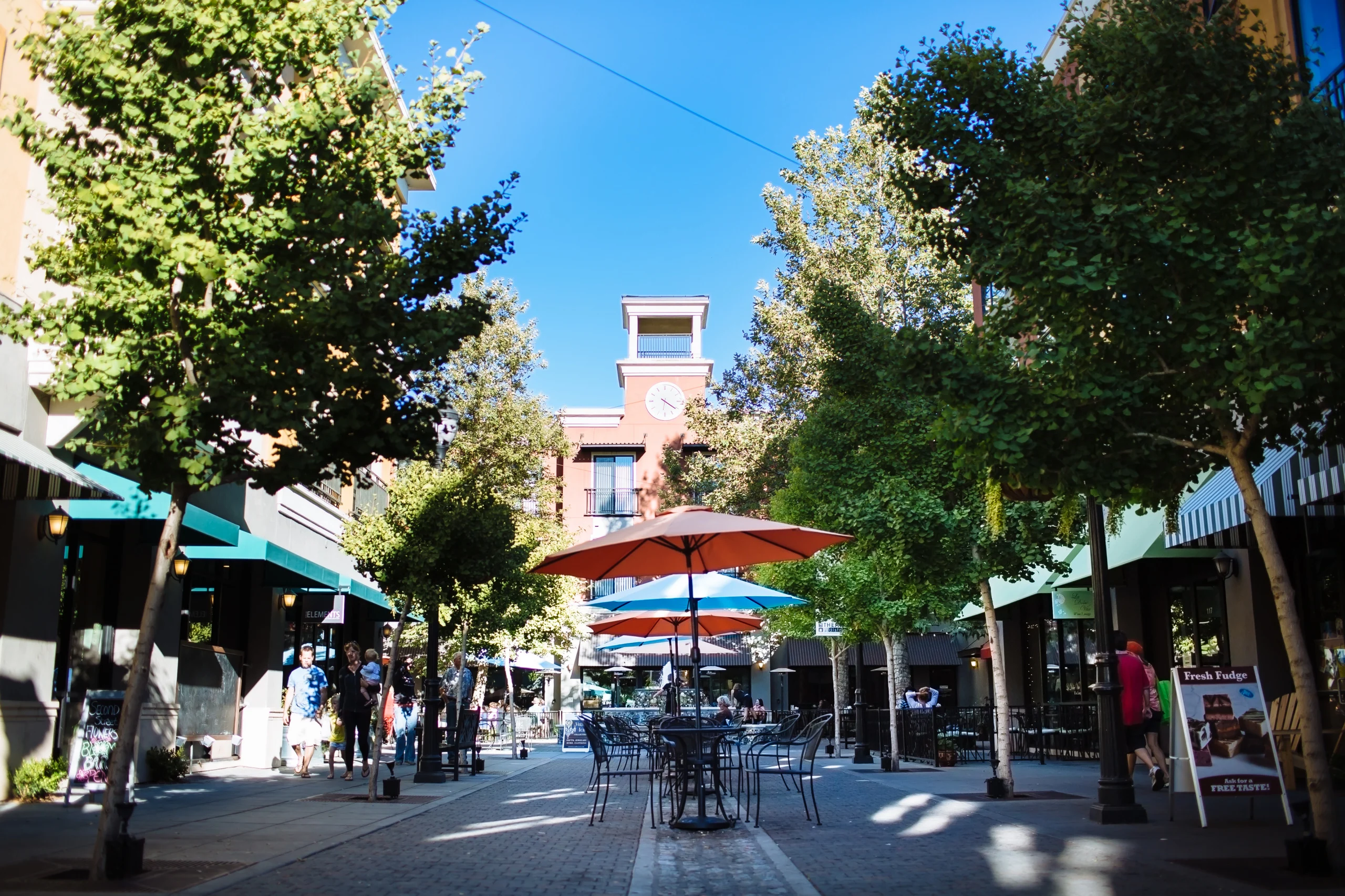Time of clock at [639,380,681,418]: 6:21
